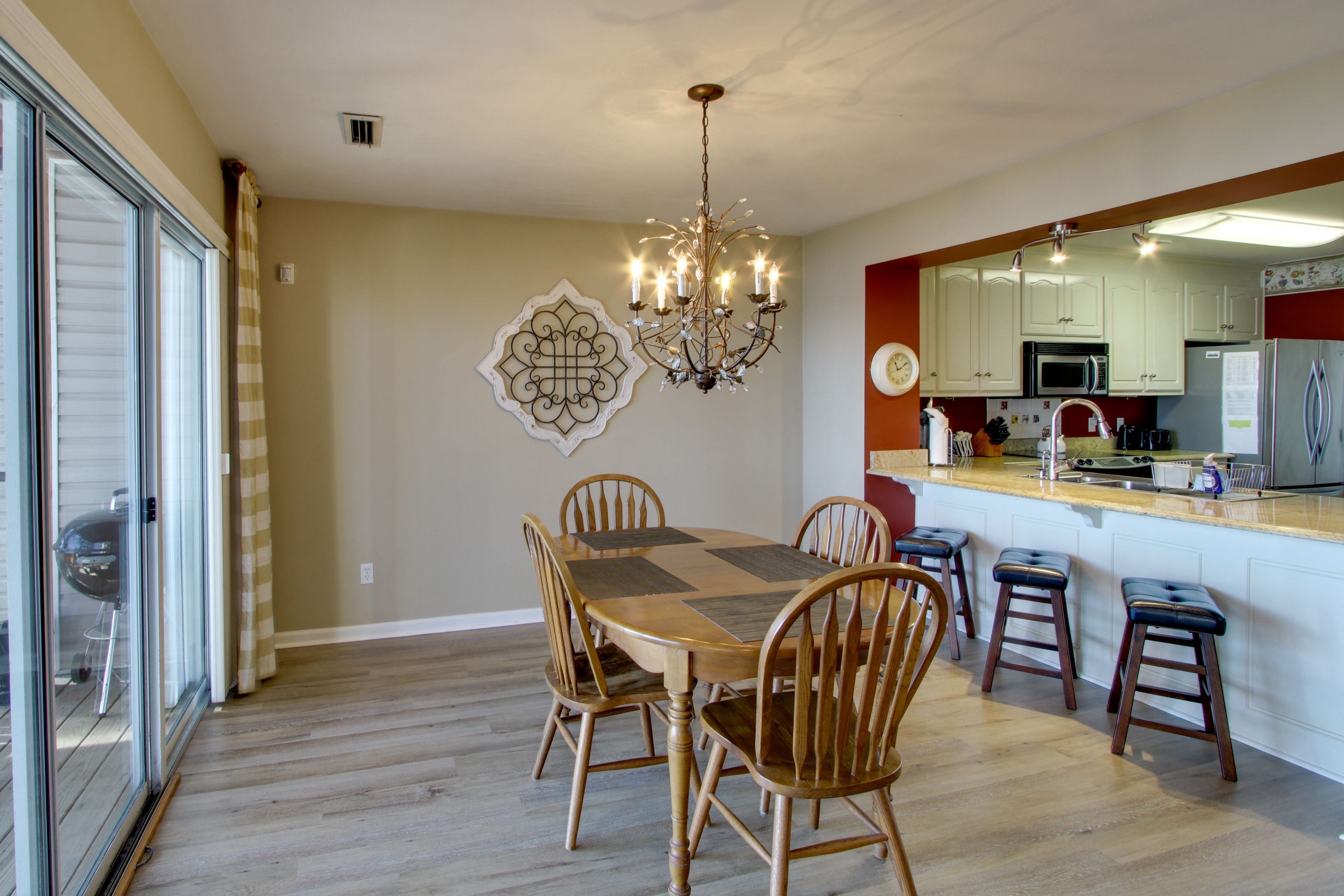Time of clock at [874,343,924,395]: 11:10
